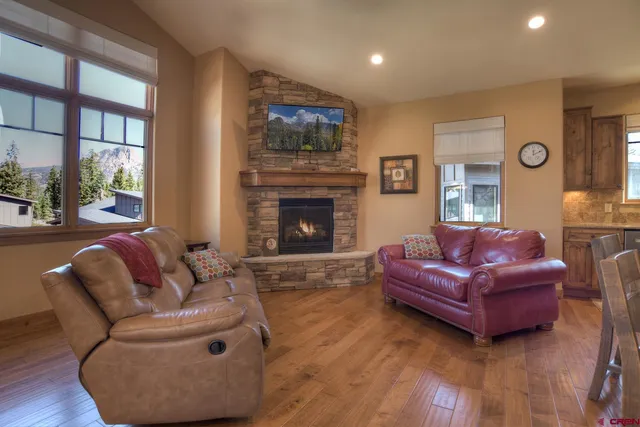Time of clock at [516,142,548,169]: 12:10
